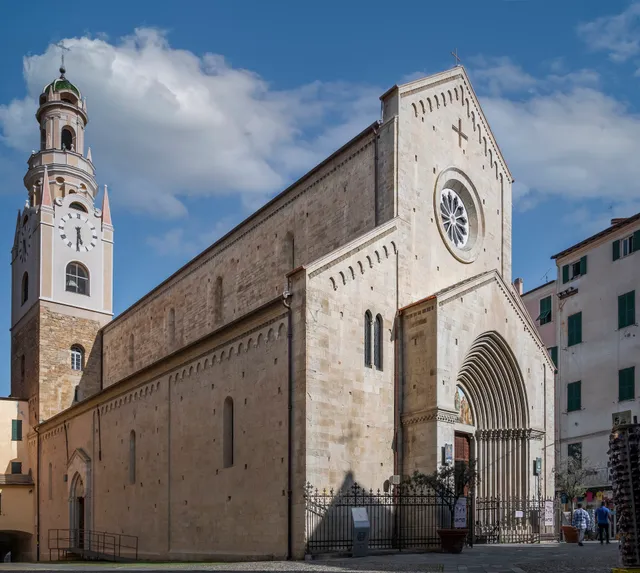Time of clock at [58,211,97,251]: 5:30
